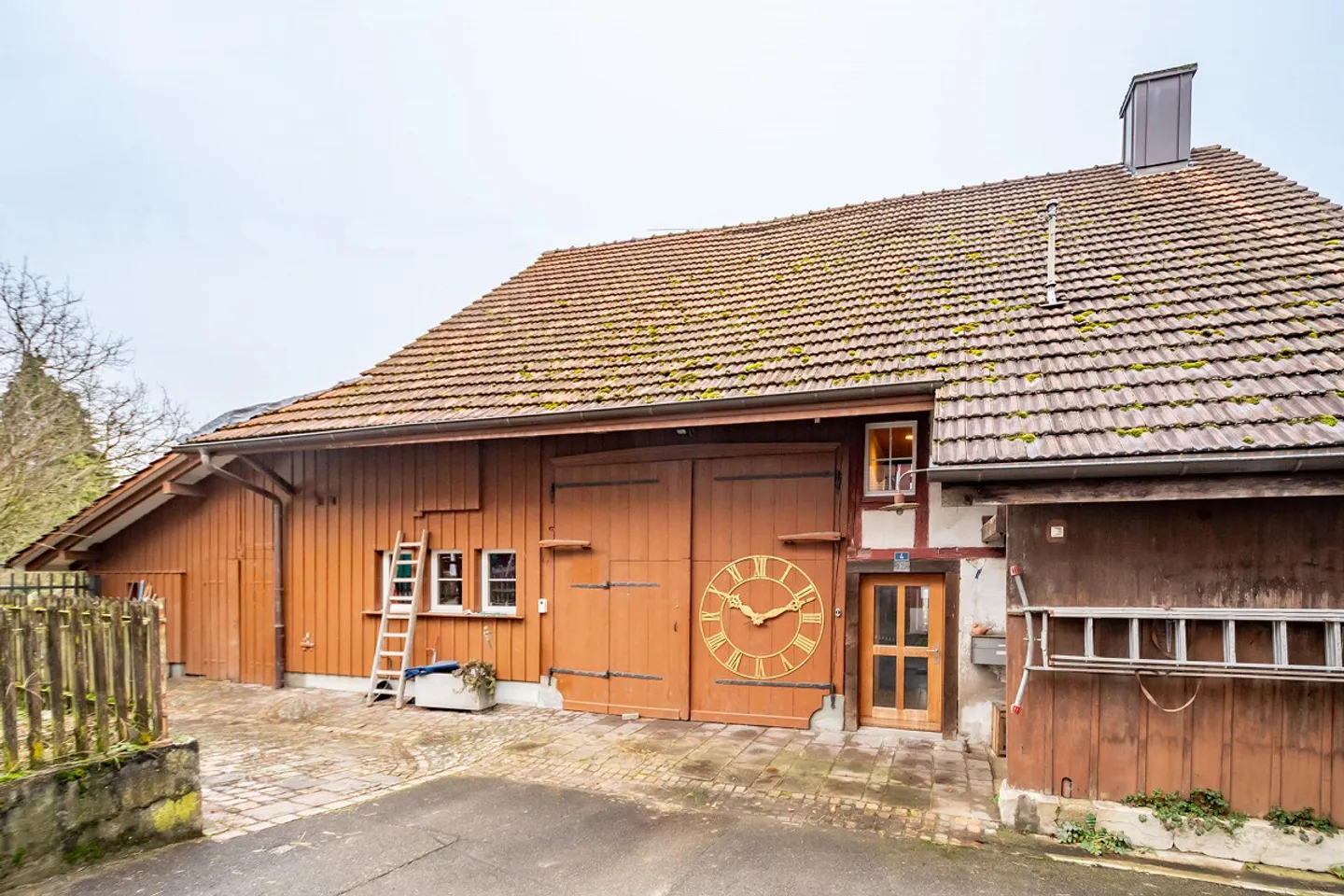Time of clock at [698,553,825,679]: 10:11
